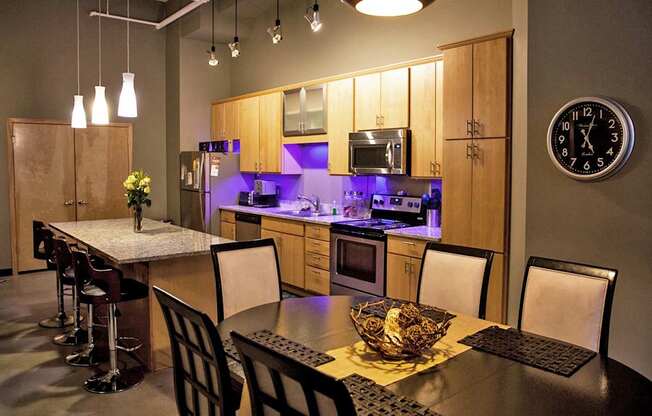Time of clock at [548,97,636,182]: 5:03
